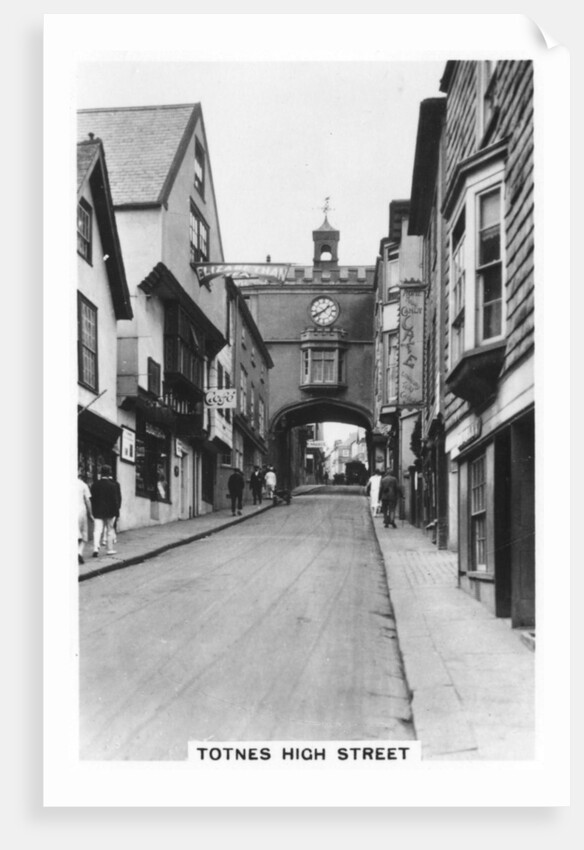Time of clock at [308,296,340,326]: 1:40
